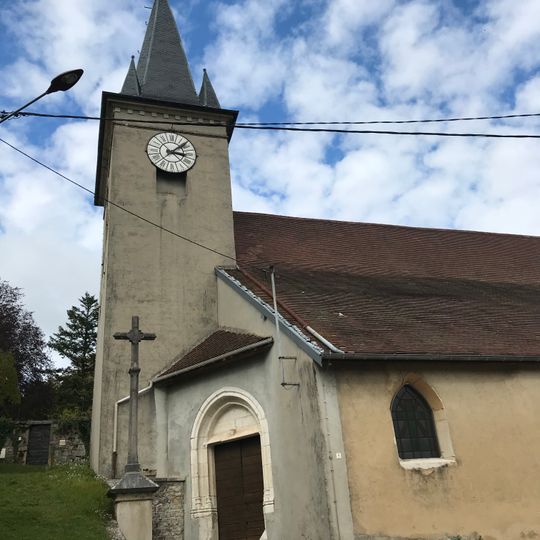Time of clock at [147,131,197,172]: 3:07
